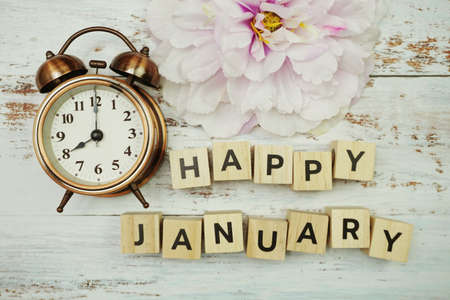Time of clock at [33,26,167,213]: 8:00
